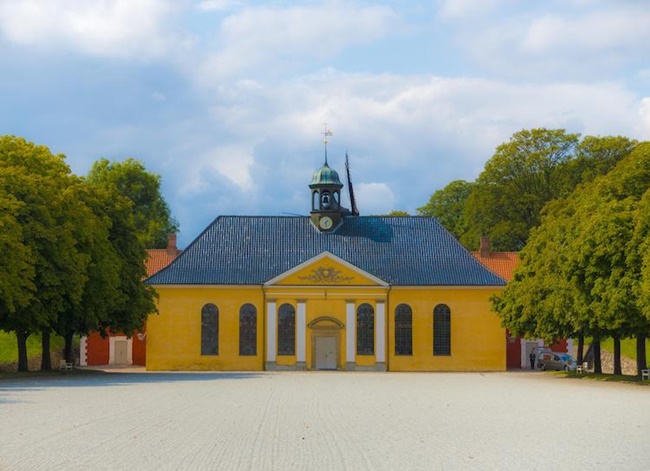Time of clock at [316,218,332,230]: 1:28
